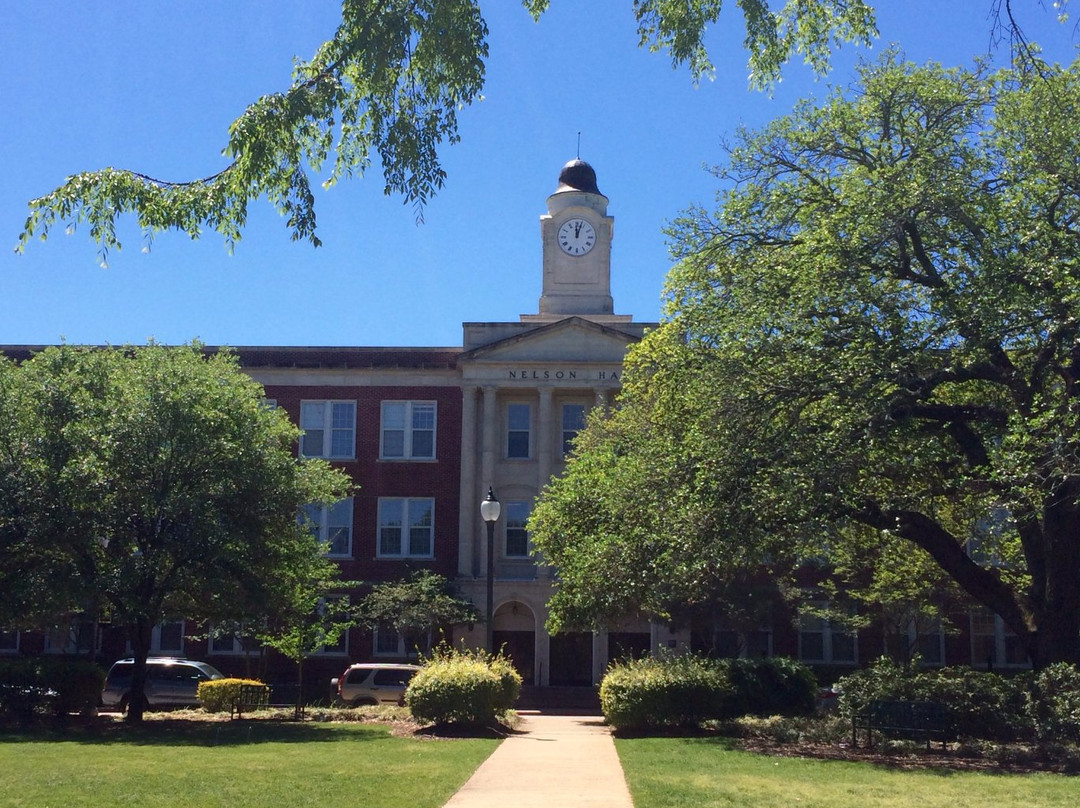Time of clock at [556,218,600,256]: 12:03
